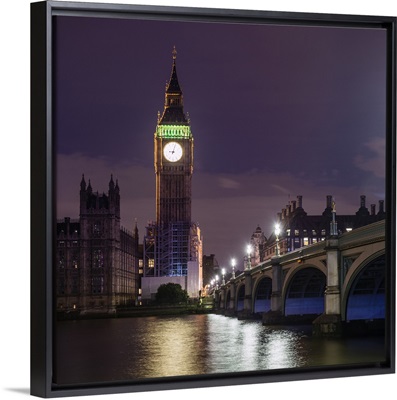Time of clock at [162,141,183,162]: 9:03
